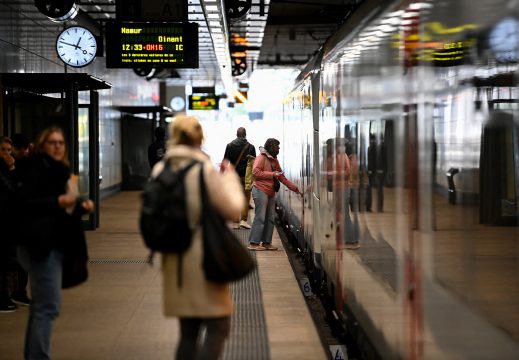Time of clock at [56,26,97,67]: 12:47
